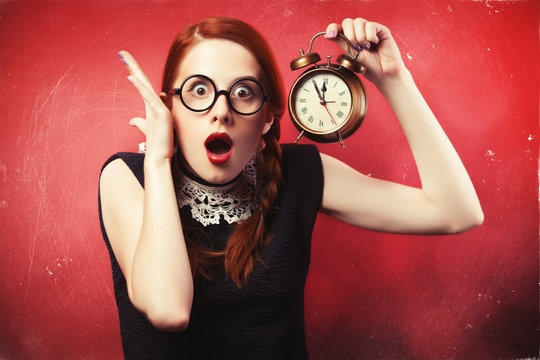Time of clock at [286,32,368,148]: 11:55
